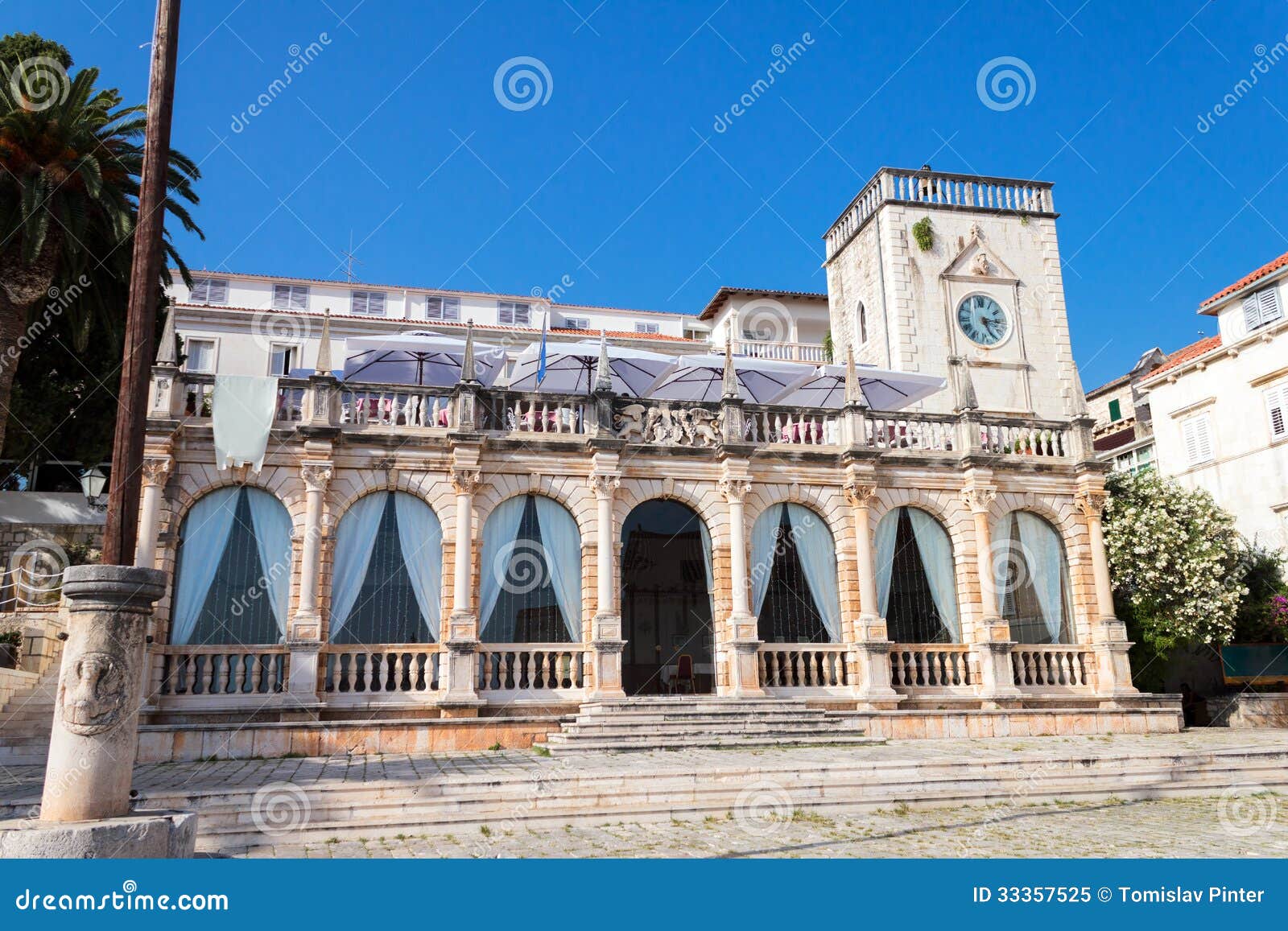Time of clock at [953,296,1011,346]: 5:15
